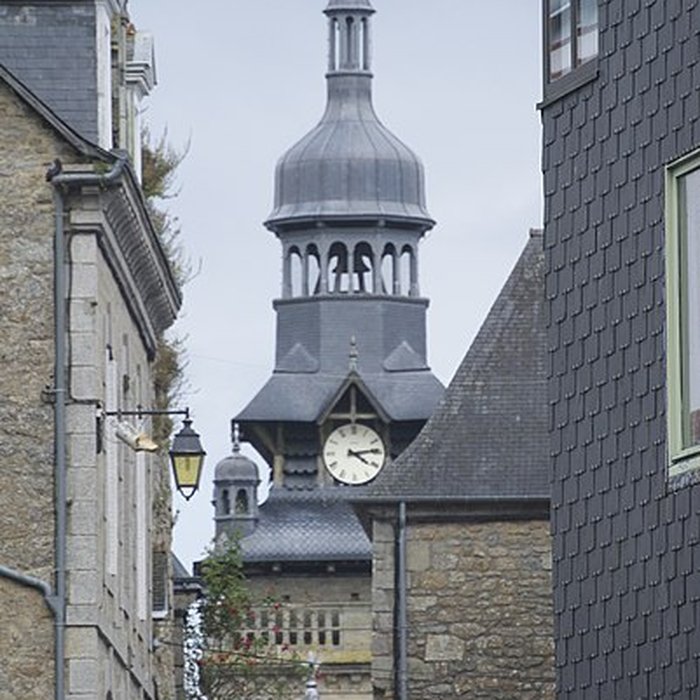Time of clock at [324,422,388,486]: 4:13
